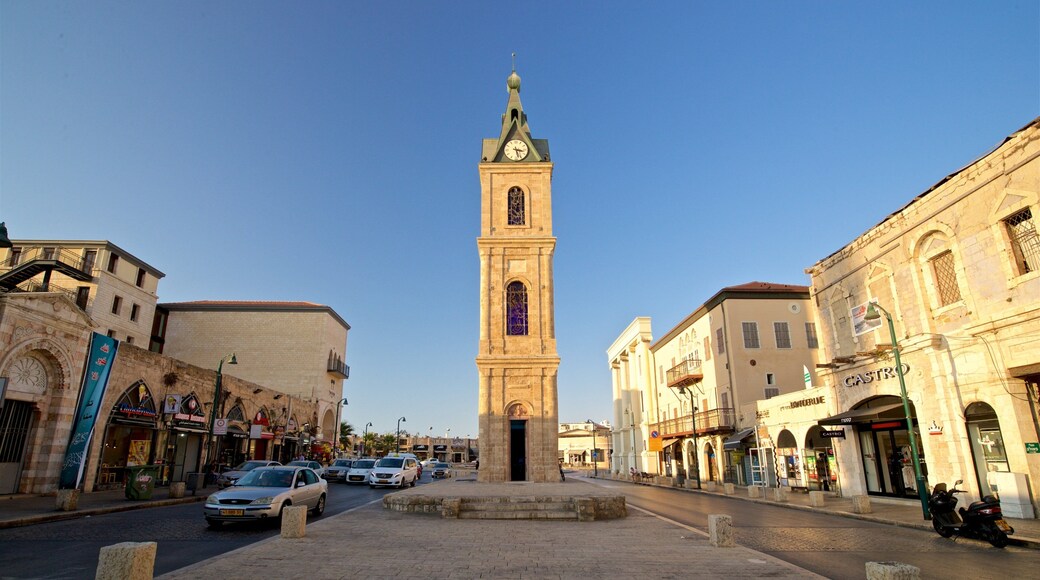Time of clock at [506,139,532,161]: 3:27
